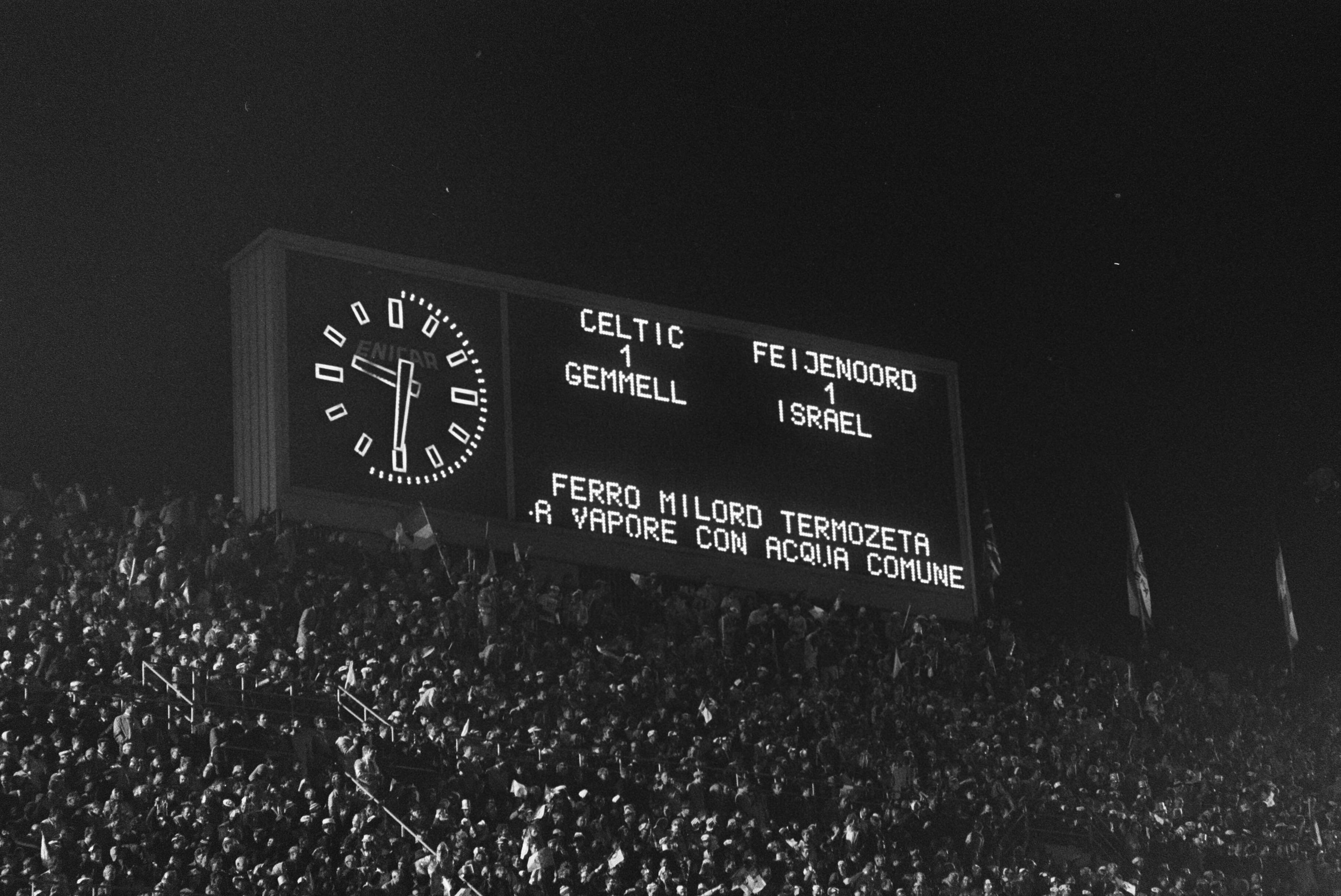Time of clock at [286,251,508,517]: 9:31
